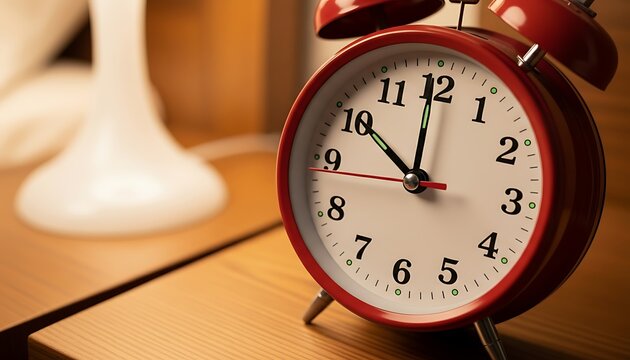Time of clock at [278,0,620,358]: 9:59
